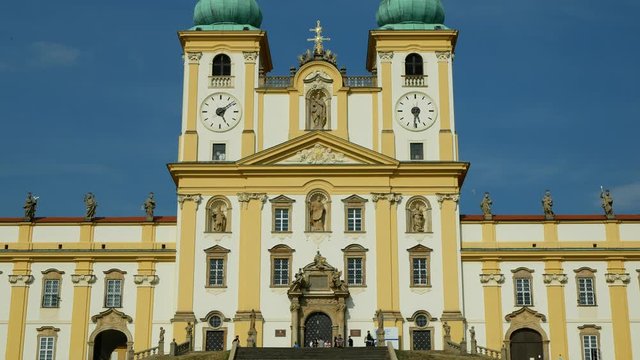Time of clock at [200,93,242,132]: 5:08
